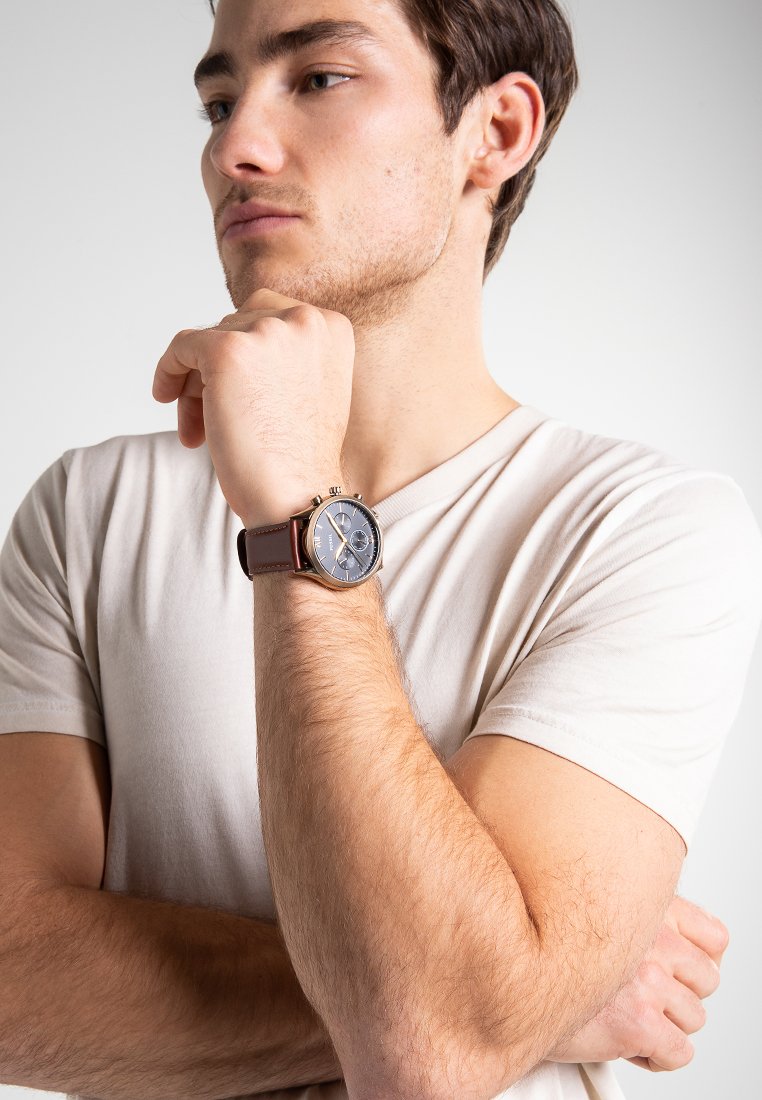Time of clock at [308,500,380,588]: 4:54
